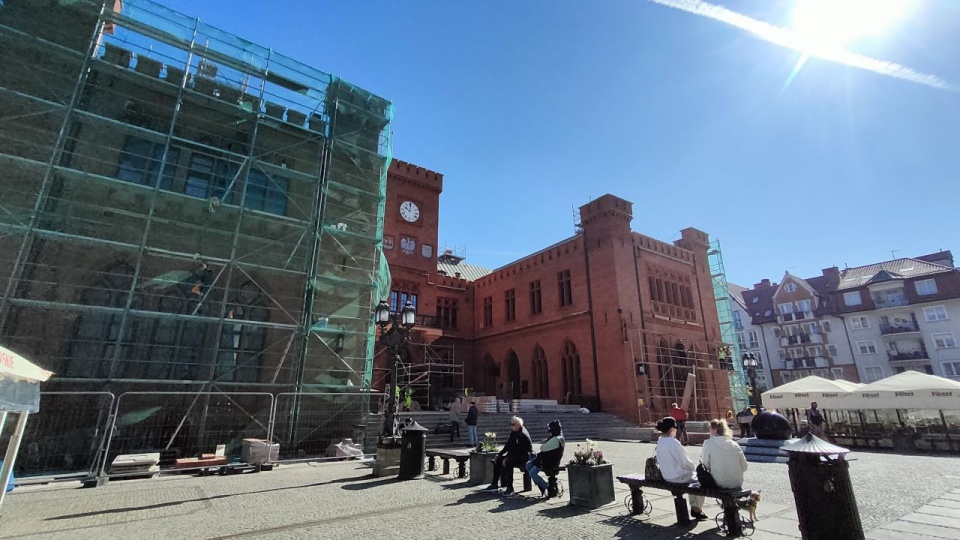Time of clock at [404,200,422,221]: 10:00
